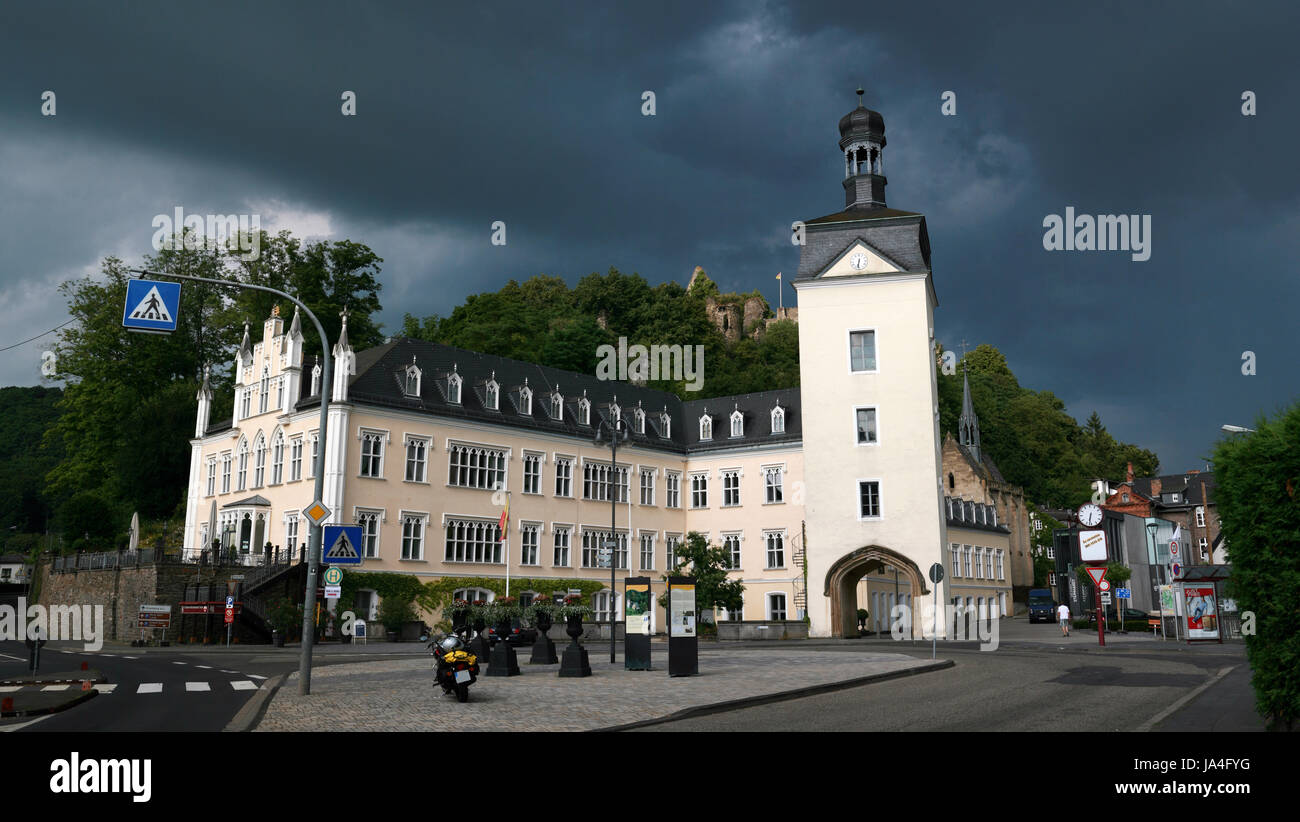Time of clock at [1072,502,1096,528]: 6:32
